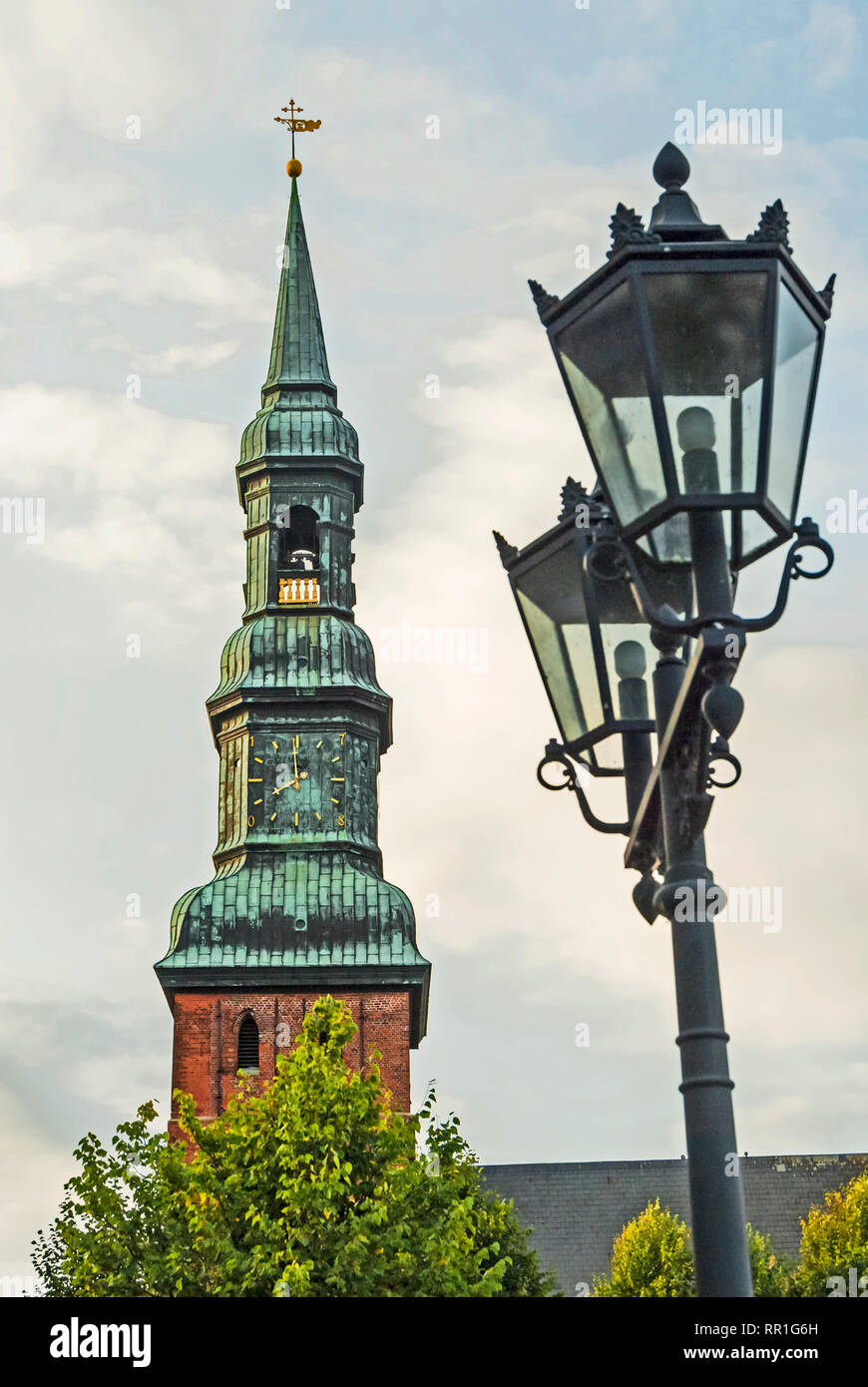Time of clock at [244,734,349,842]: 7:59
